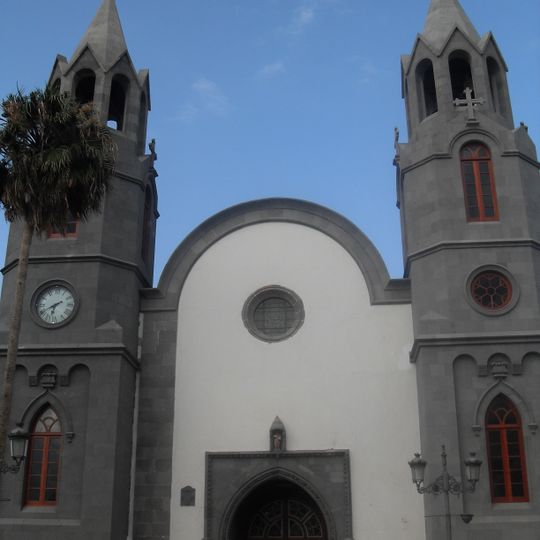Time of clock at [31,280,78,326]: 6:40
